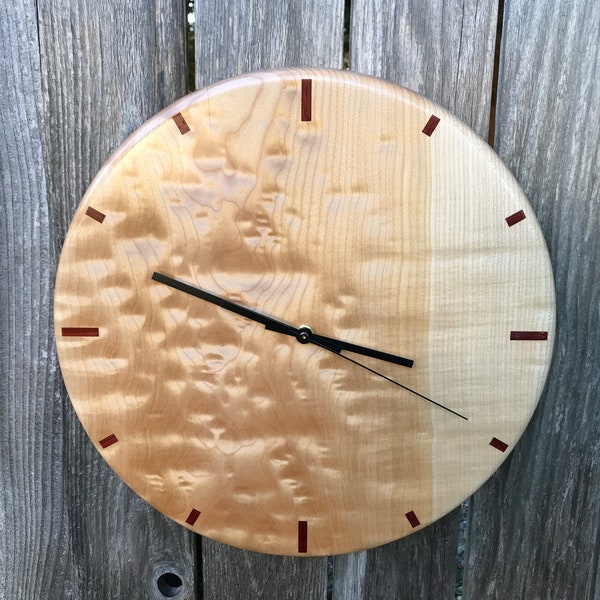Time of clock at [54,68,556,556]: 3:48
